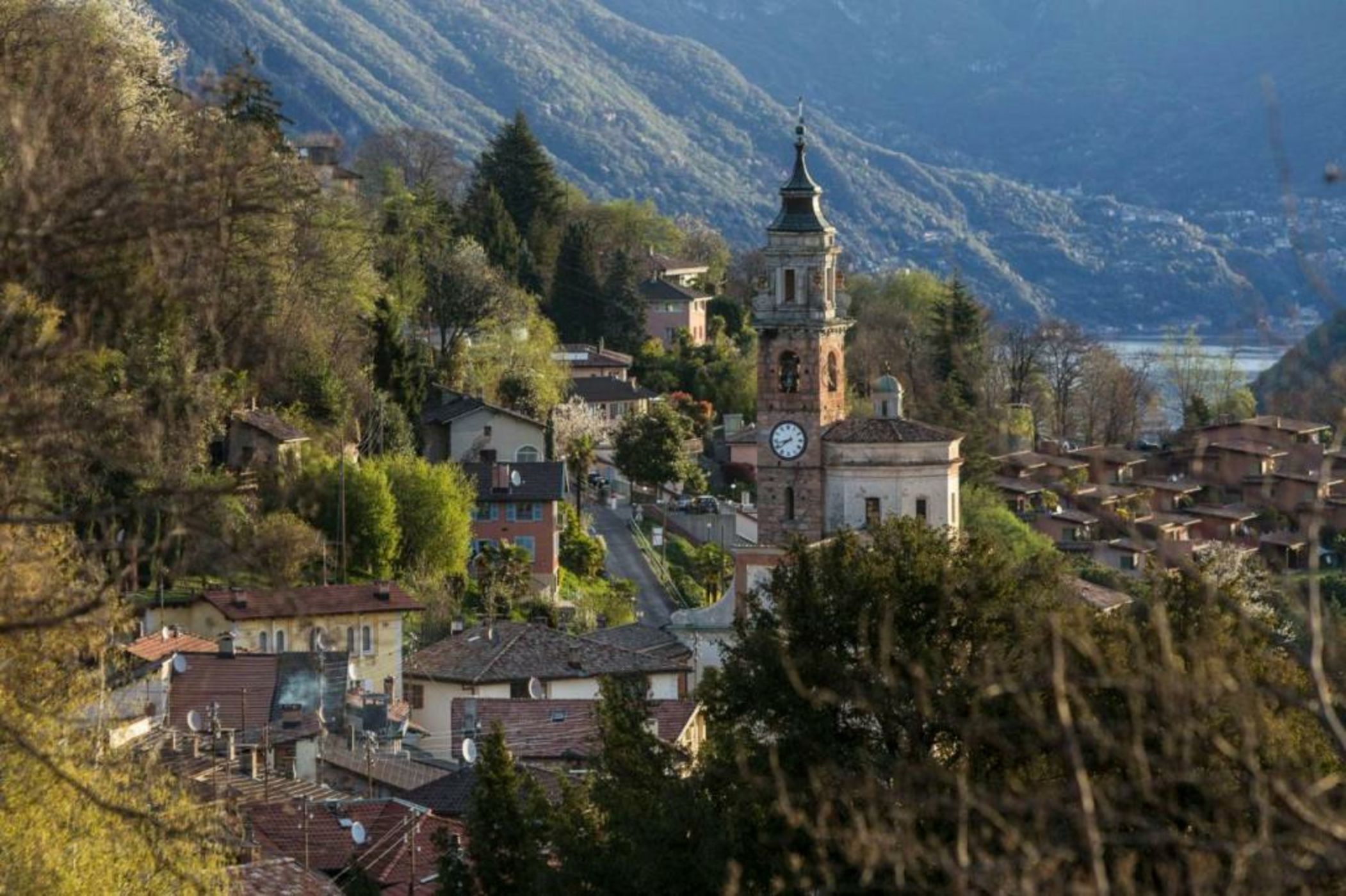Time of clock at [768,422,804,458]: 7:42
